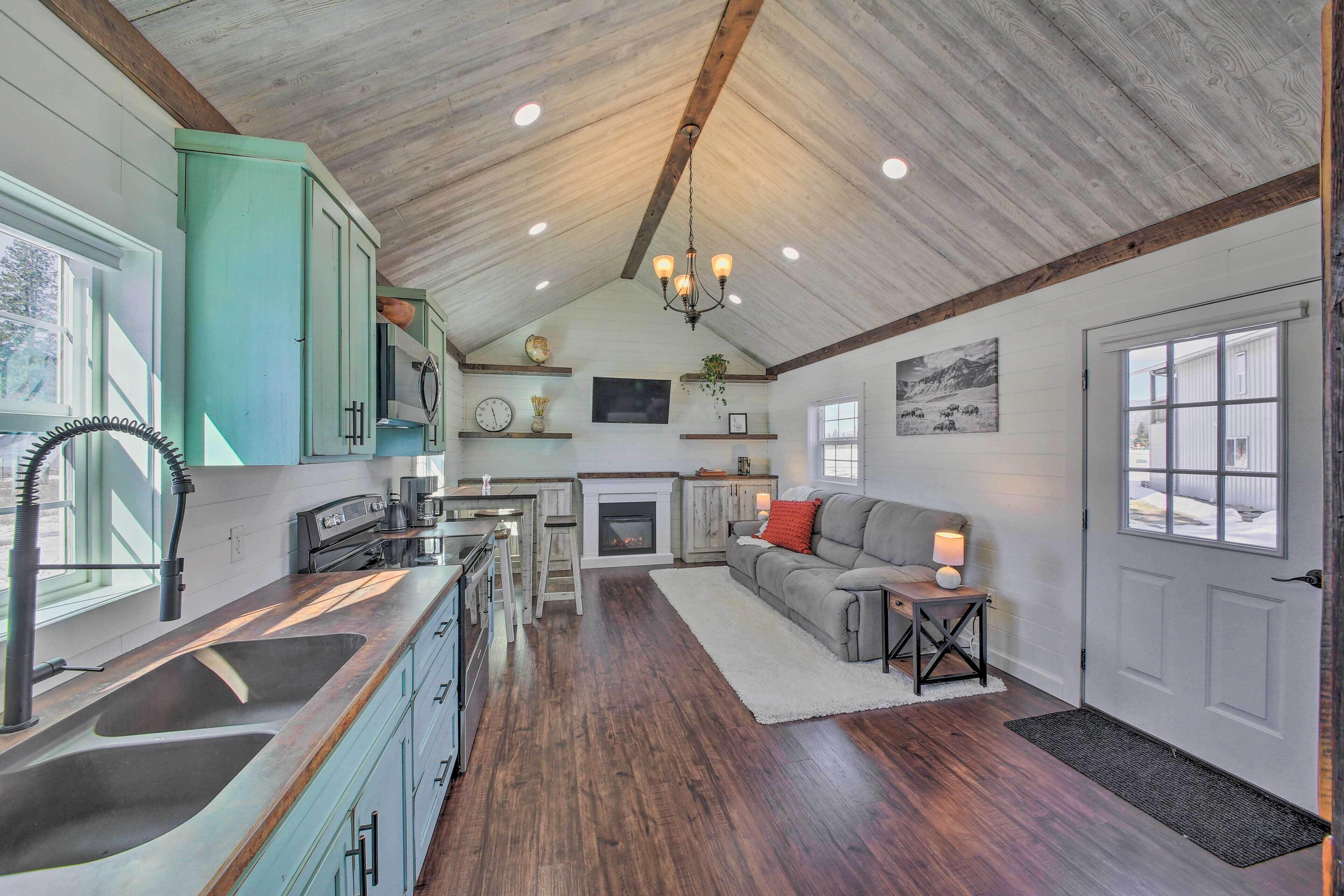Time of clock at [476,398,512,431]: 11:27
